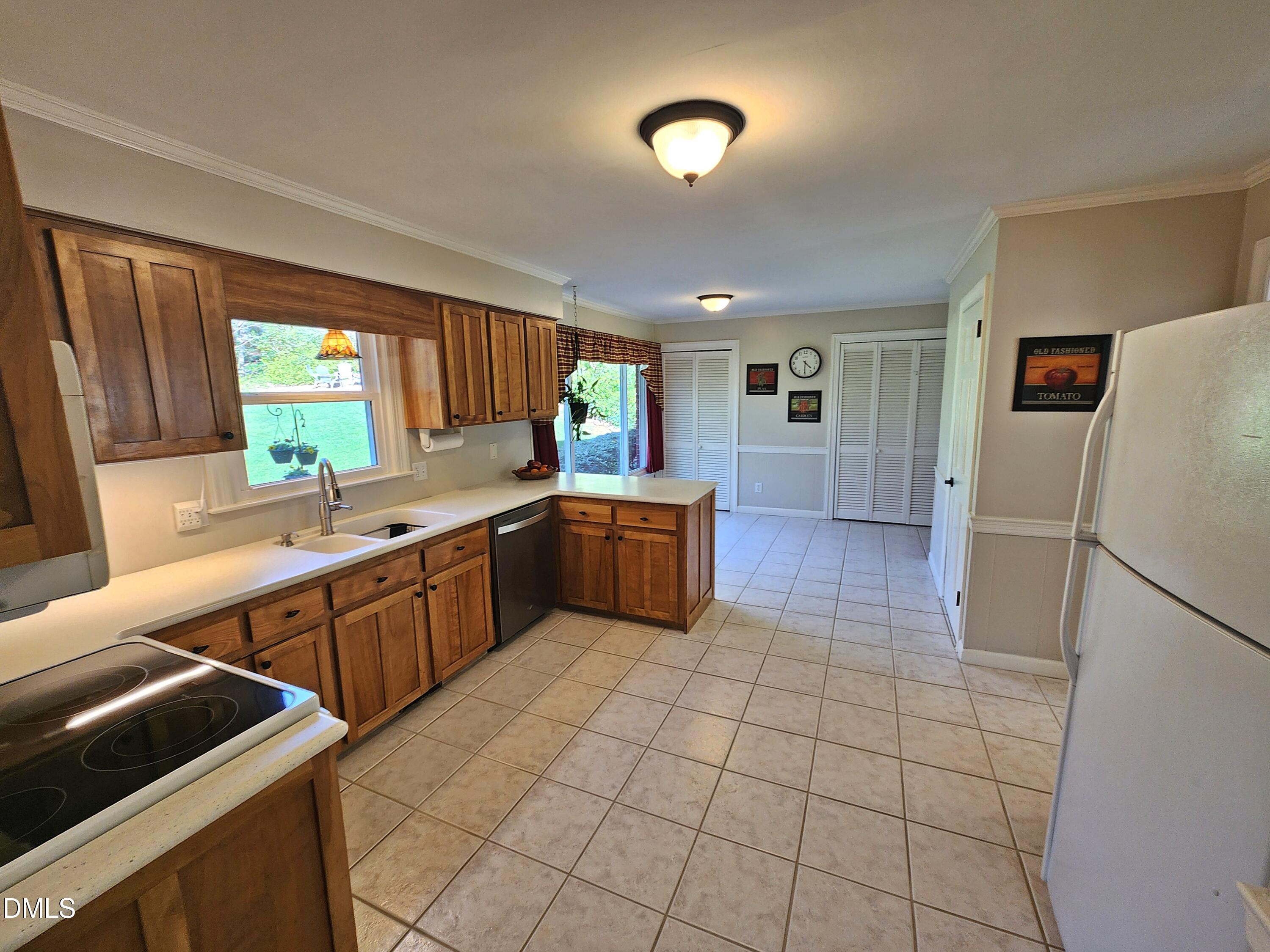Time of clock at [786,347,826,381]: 4:30
